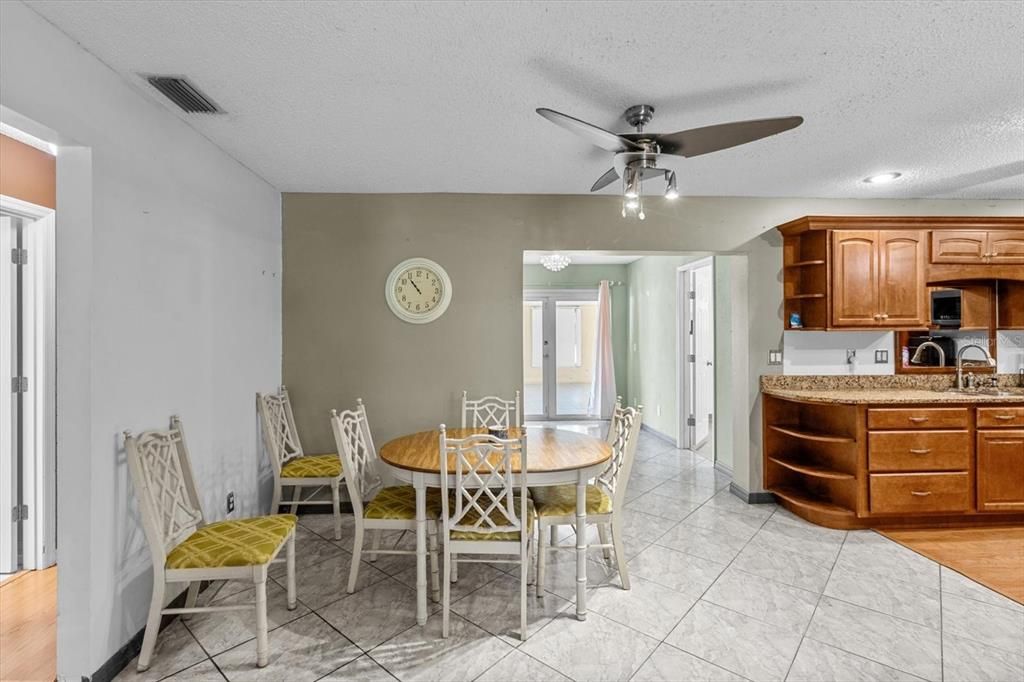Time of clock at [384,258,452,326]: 10:53
